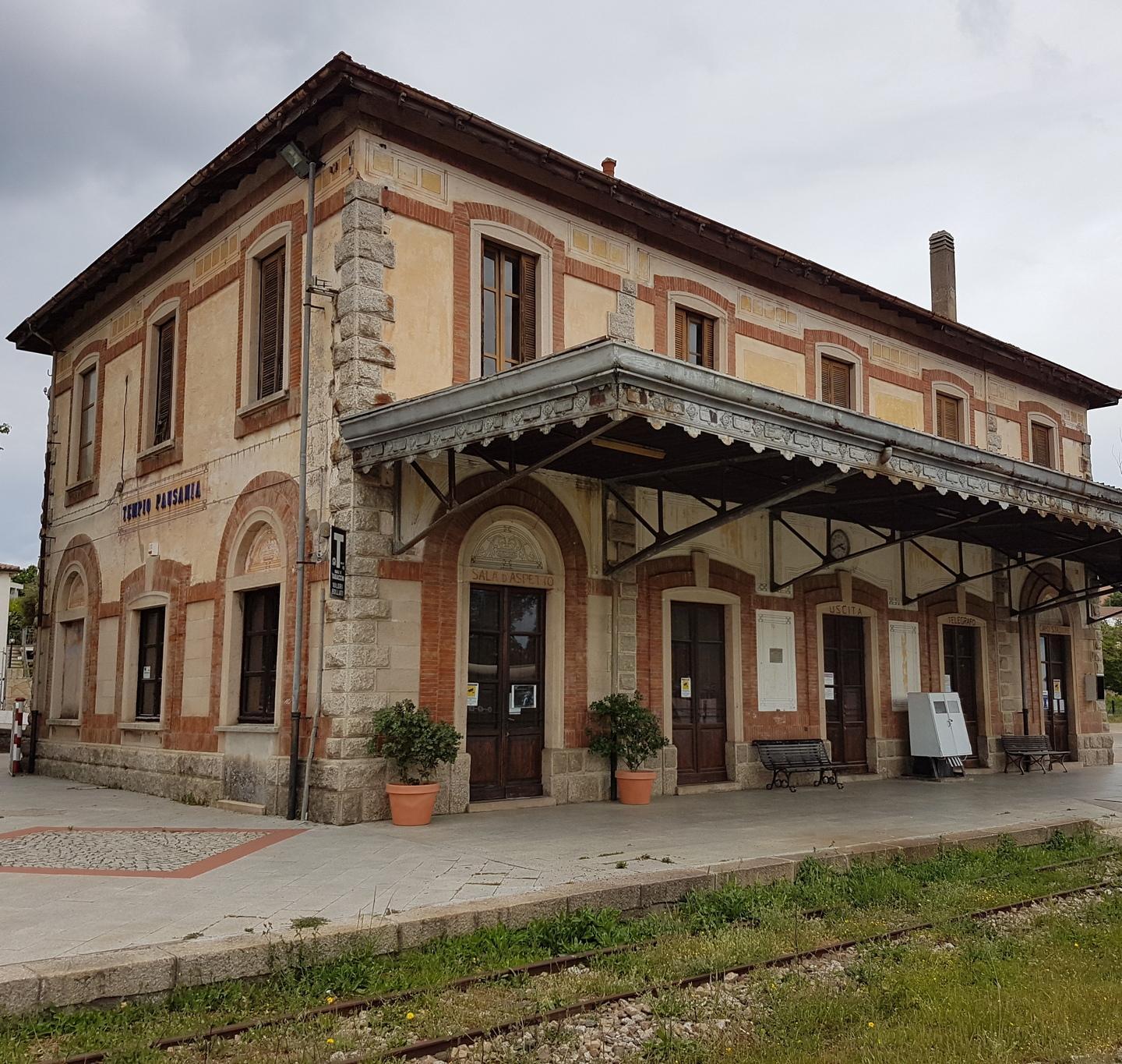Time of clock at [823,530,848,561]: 3:40
